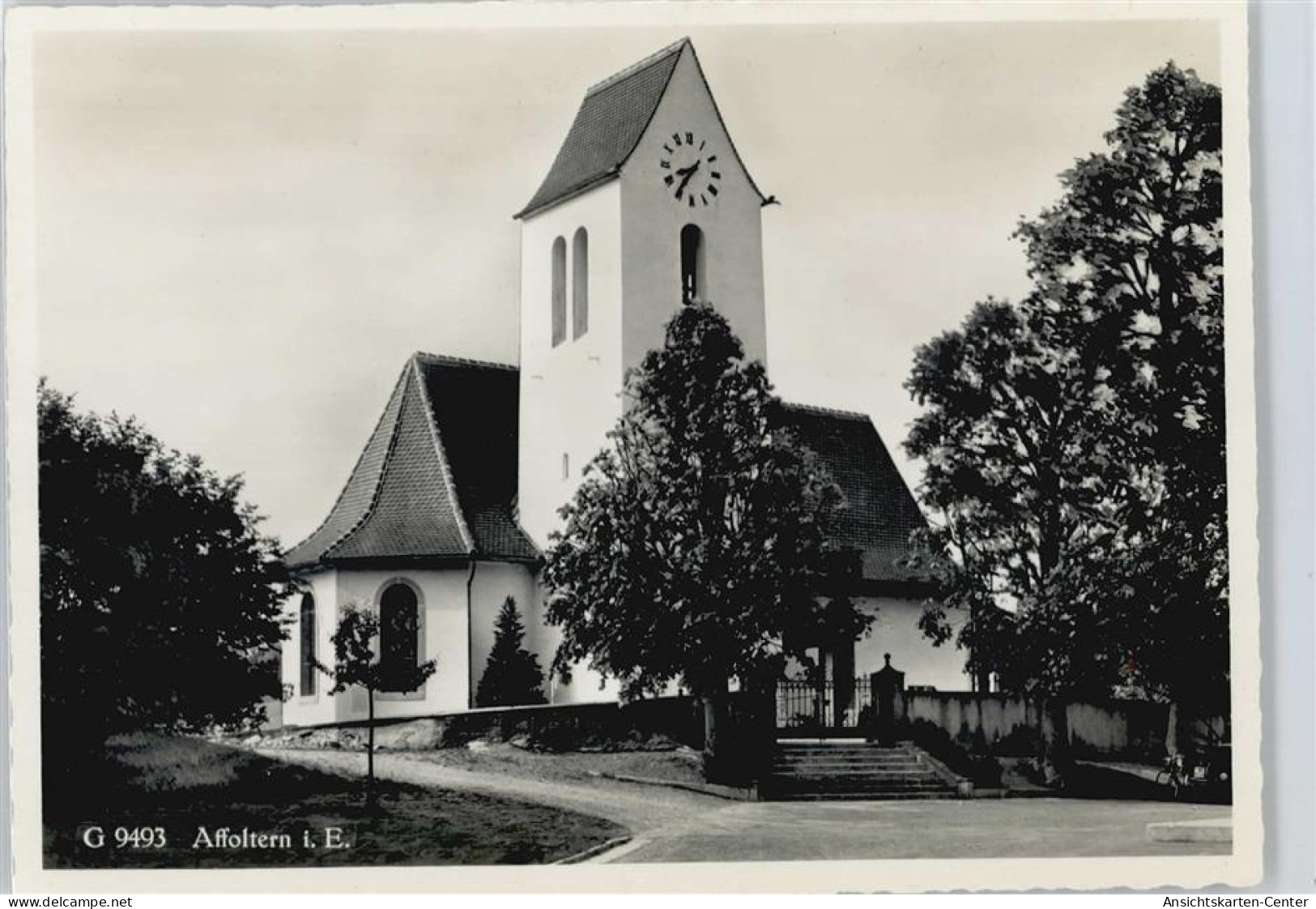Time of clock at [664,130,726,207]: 8:36
